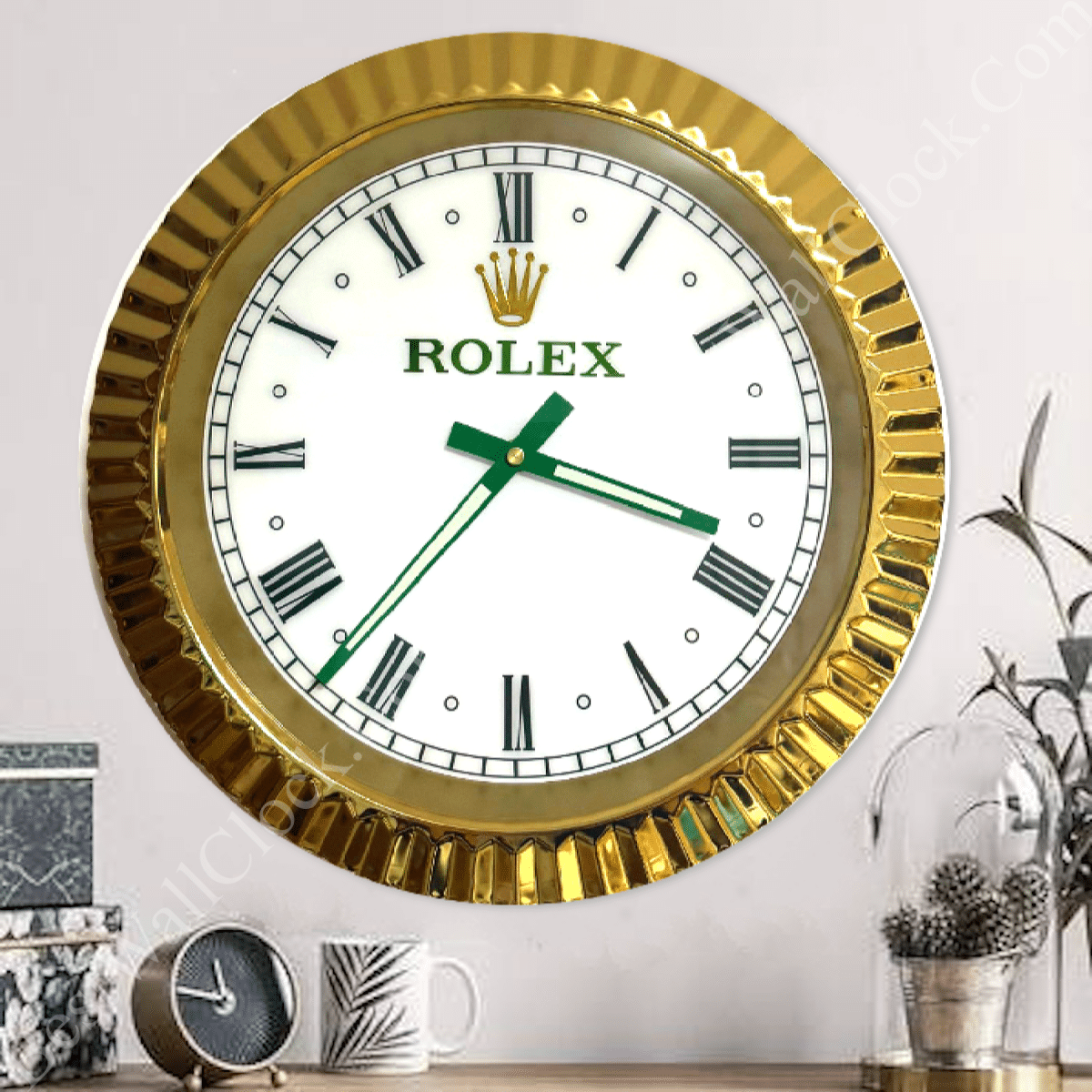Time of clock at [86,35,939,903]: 3:36
